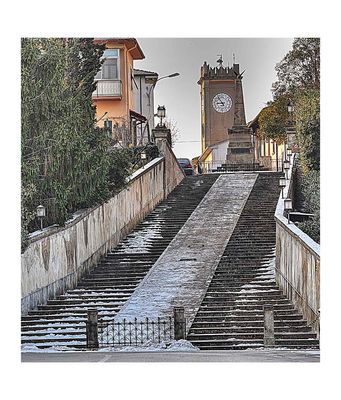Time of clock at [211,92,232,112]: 8:54
